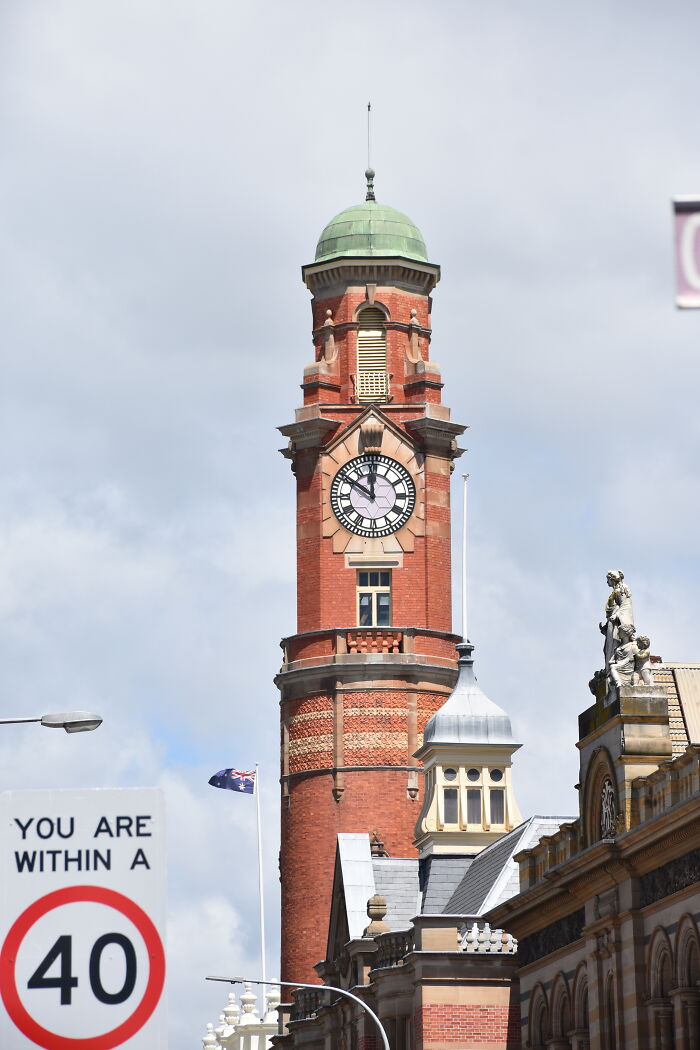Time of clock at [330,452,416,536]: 11:50
